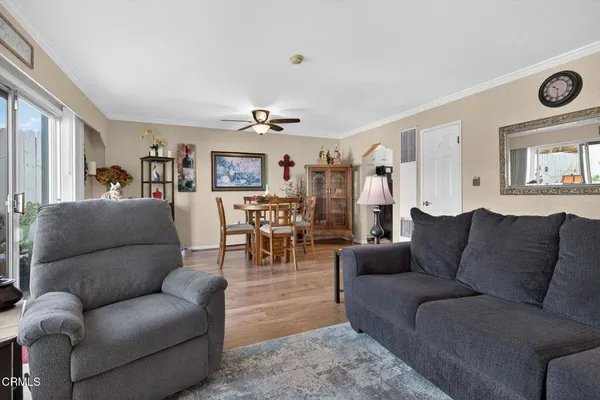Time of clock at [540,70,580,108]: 10:29
